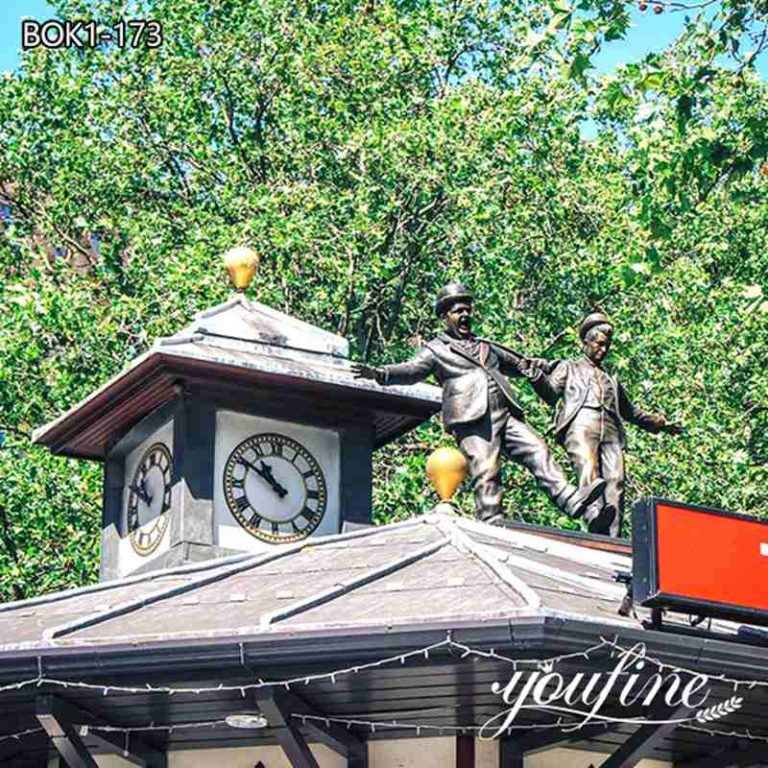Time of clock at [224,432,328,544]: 10:50
